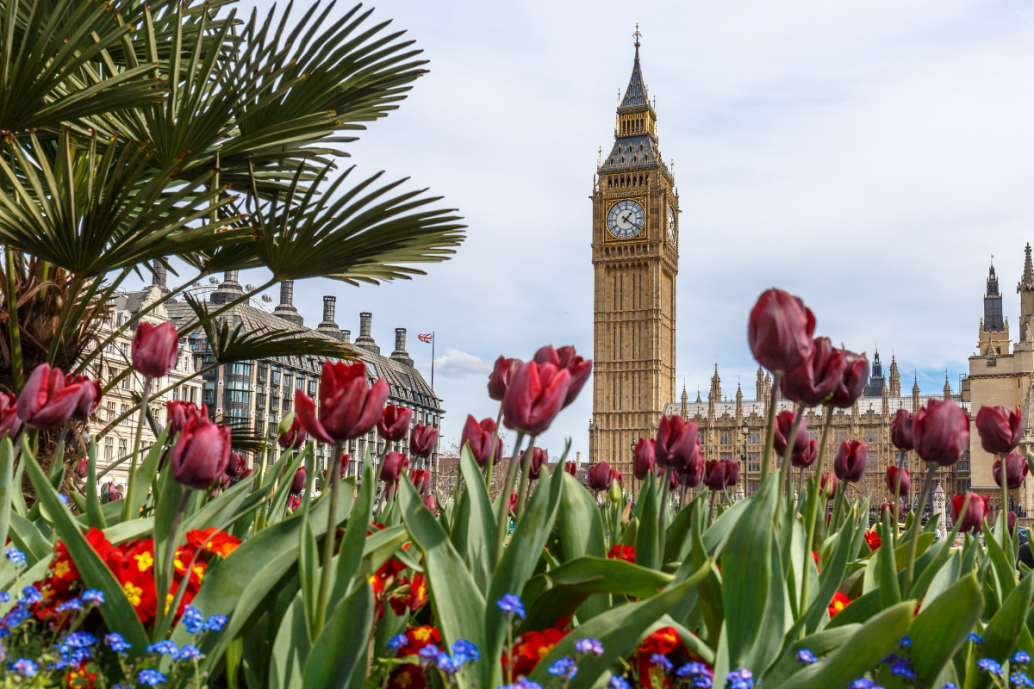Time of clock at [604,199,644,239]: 1:21
